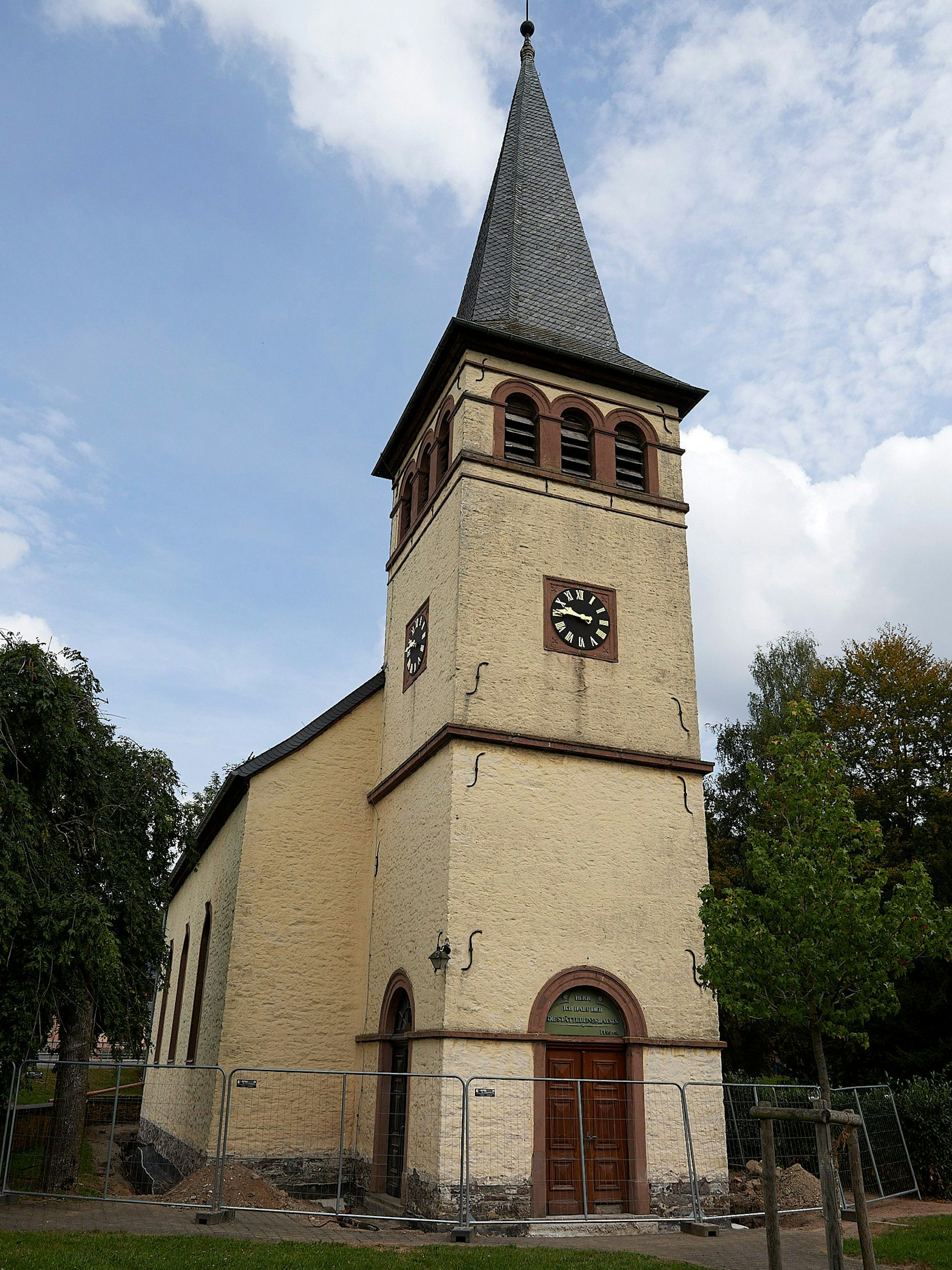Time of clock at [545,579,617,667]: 9:45
